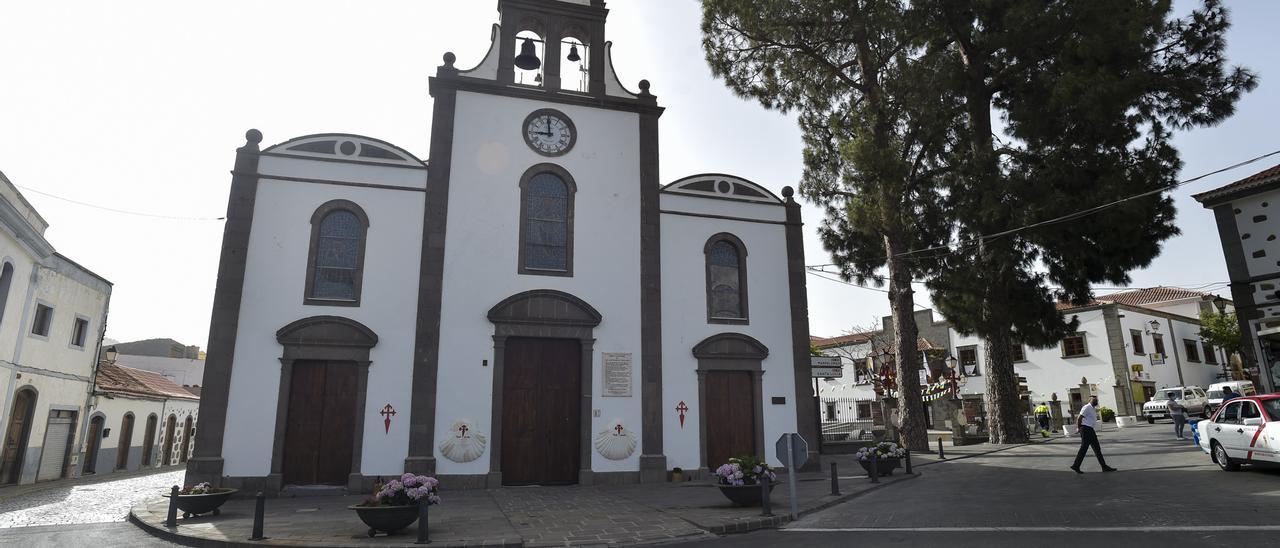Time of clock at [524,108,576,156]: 8:59
